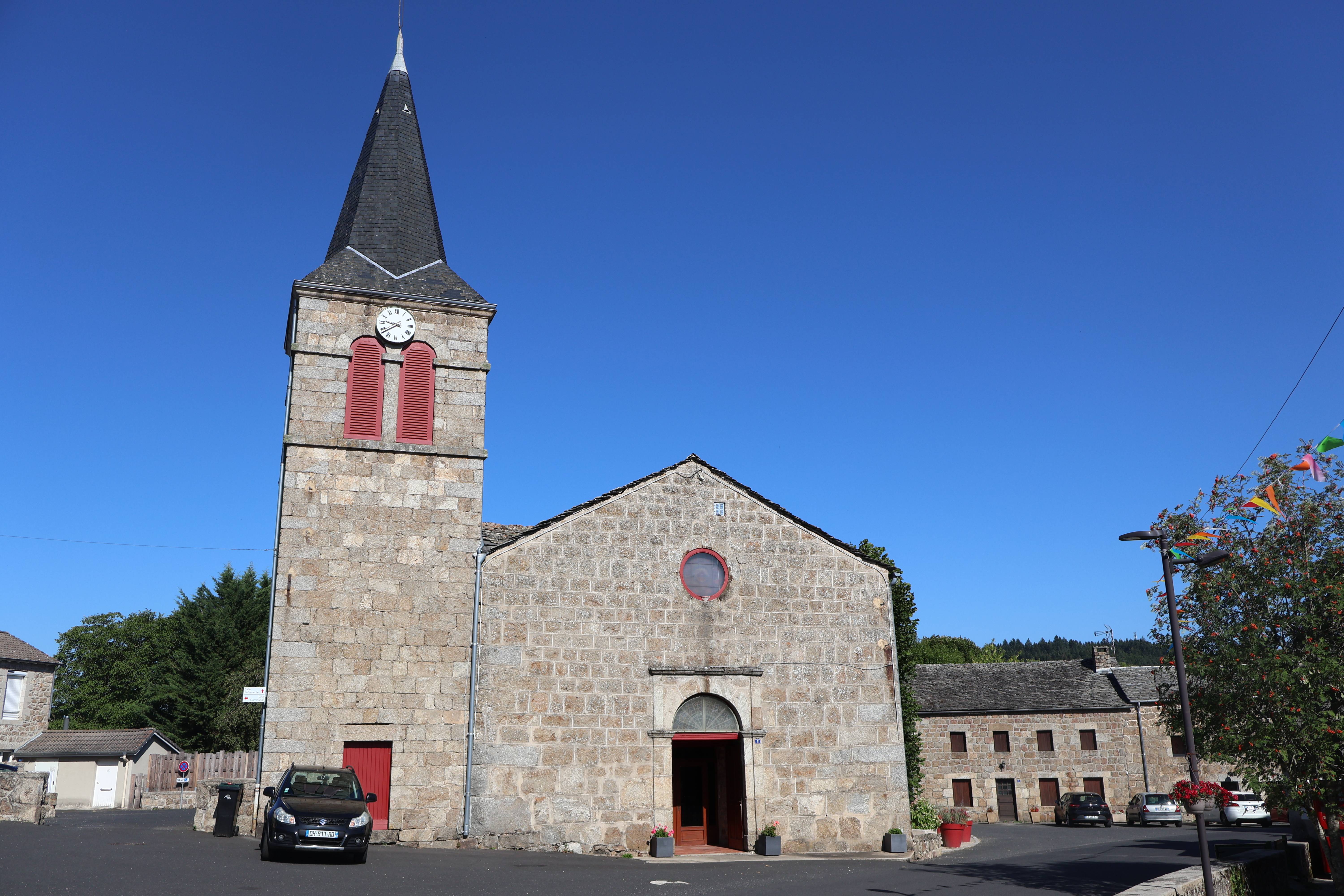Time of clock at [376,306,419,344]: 9:38
